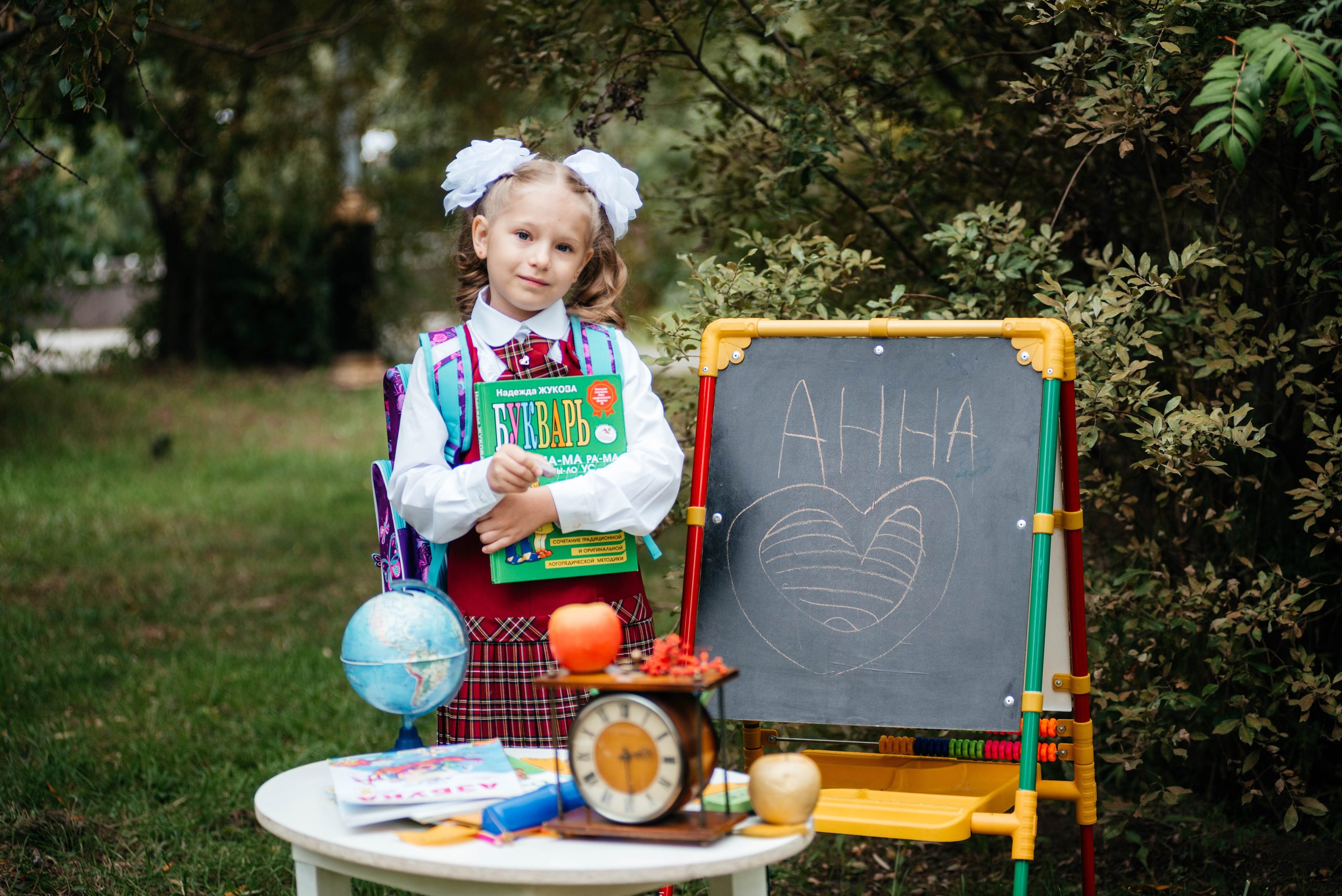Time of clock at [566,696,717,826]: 2:29
